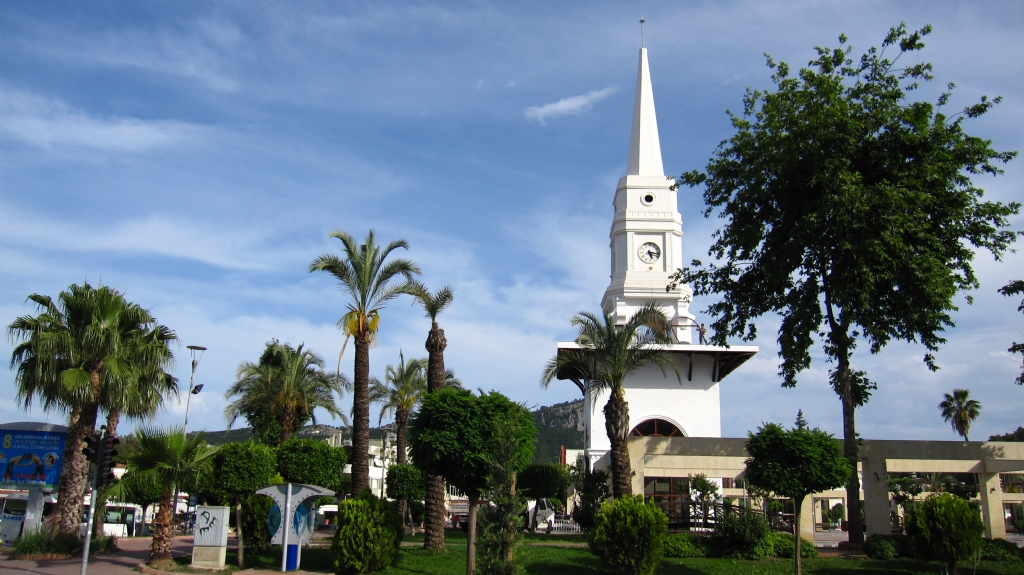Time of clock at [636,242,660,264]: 5:15
